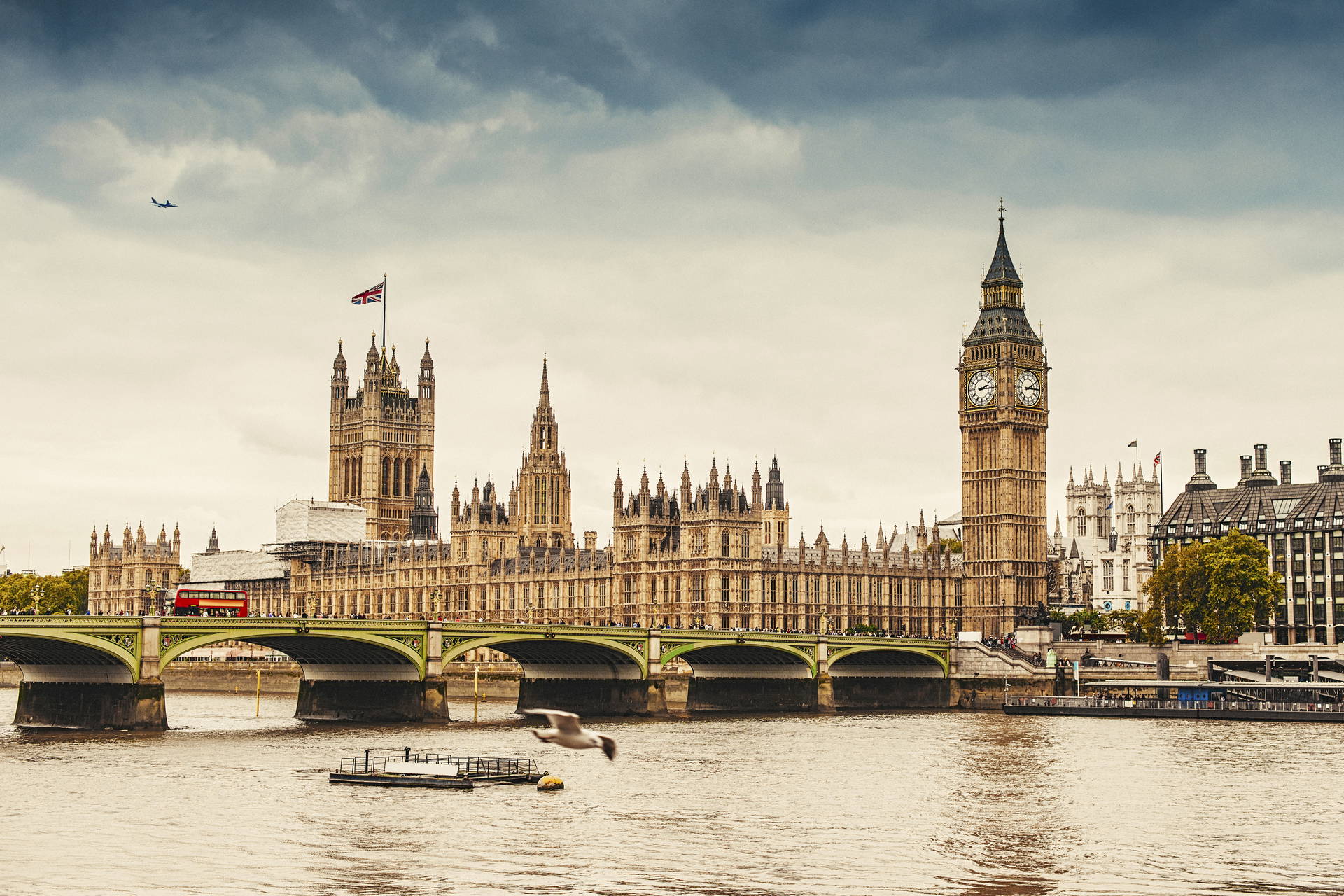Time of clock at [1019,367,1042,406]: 2:15
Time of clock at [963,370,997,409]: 2:15
